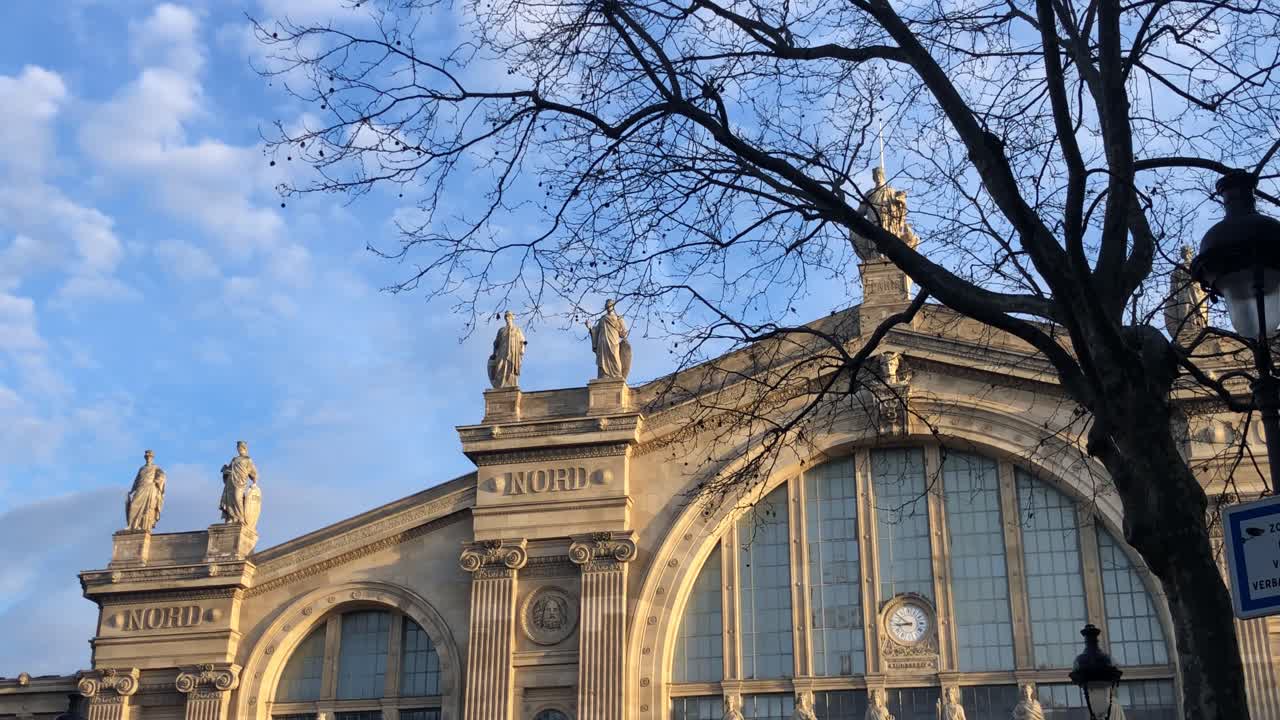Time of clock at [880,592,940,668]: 8:50
